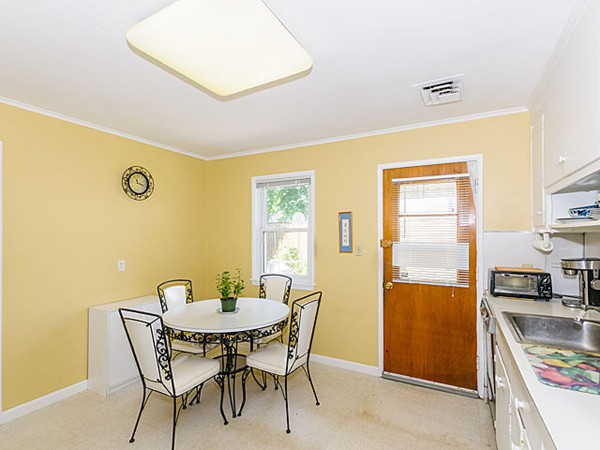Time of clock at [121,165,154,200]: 11:18
